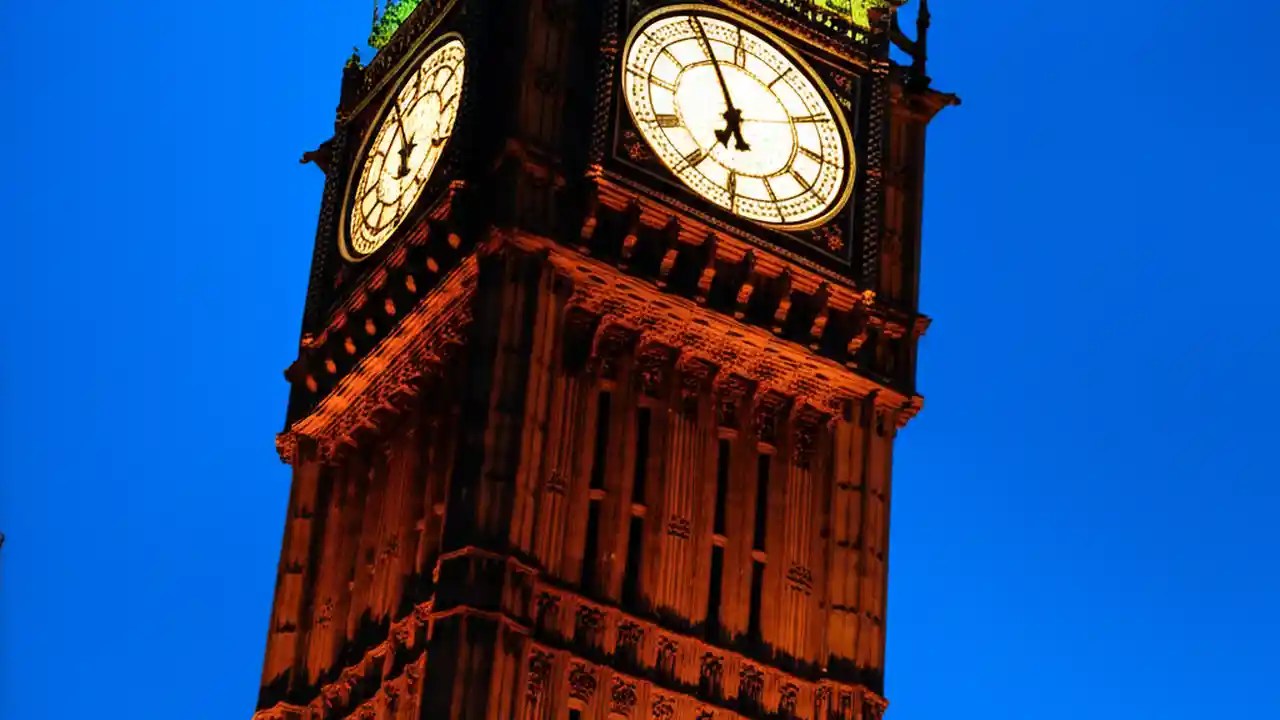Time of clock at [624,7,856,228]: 6:55
